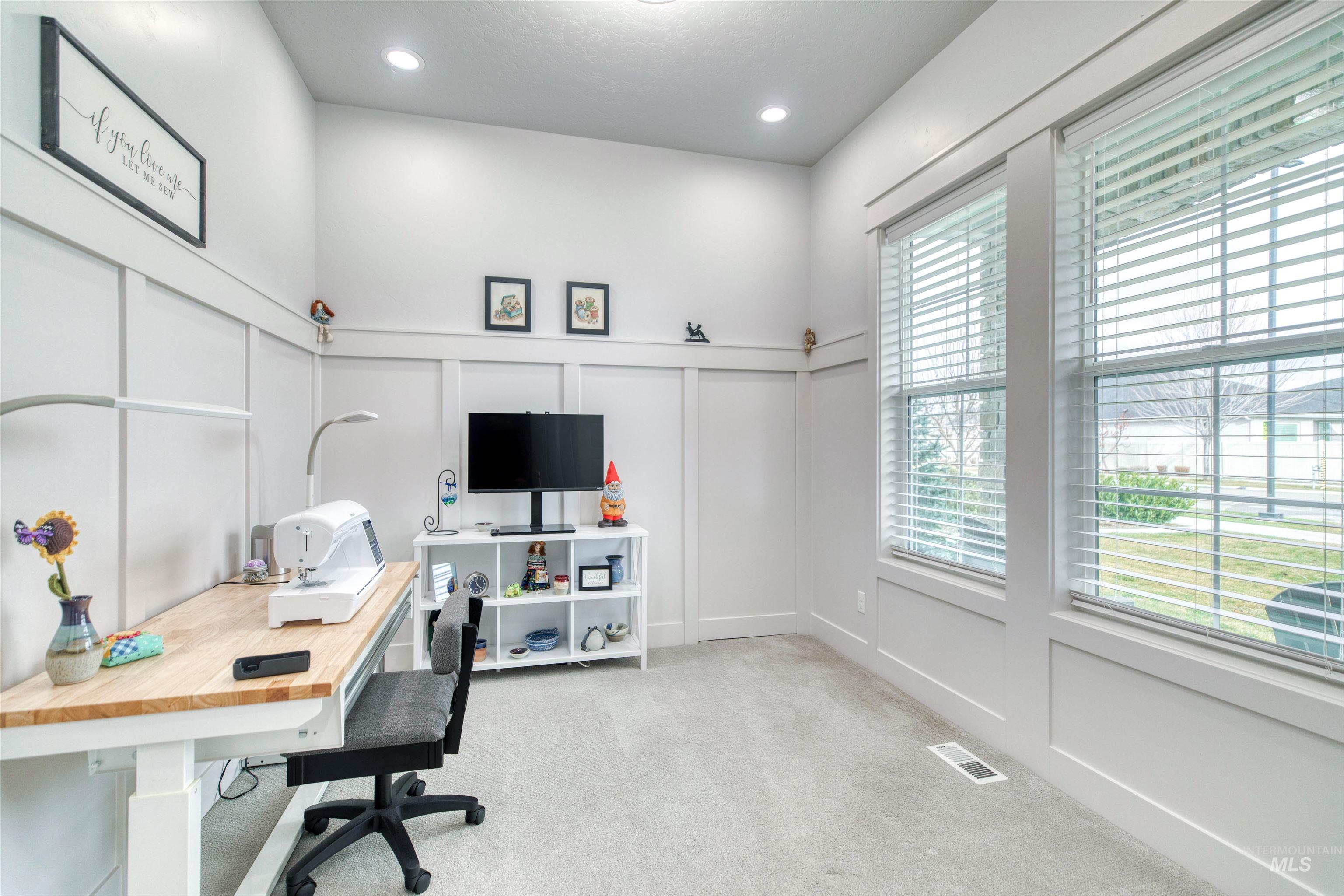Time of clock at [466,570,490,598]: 11:21
